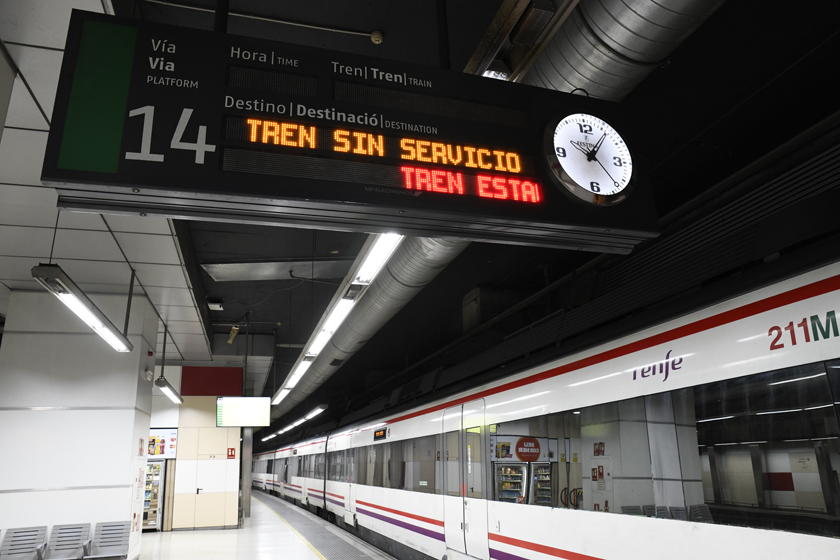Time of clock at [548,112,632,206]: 10:06
